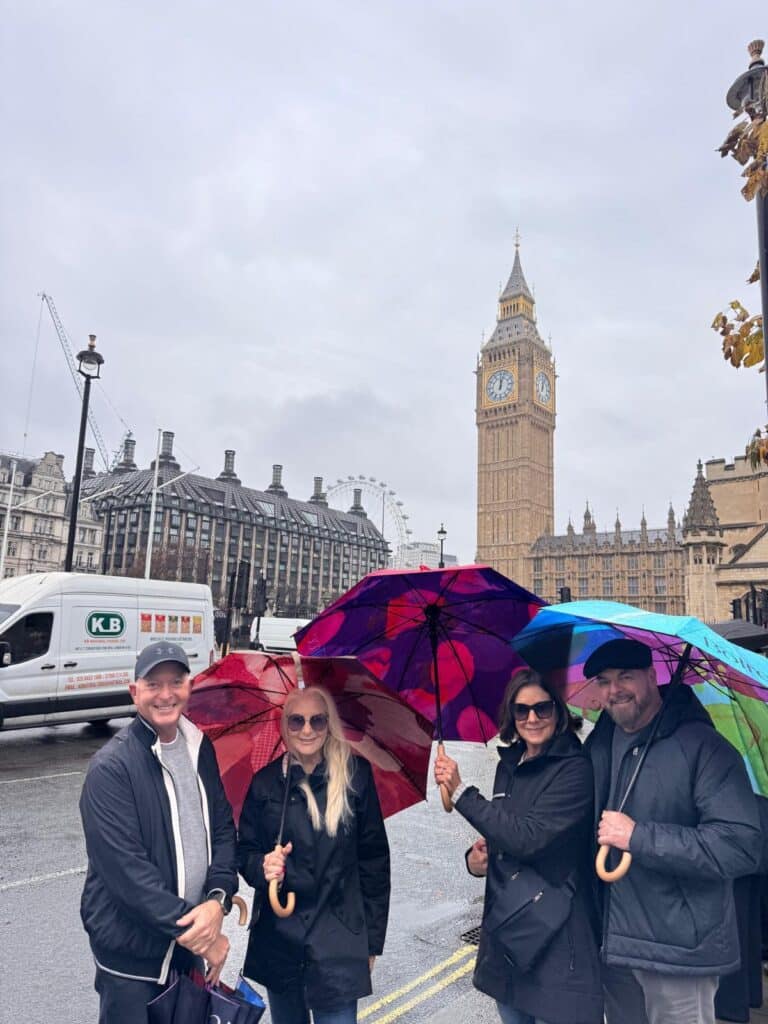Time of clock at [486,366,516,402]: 12:02
